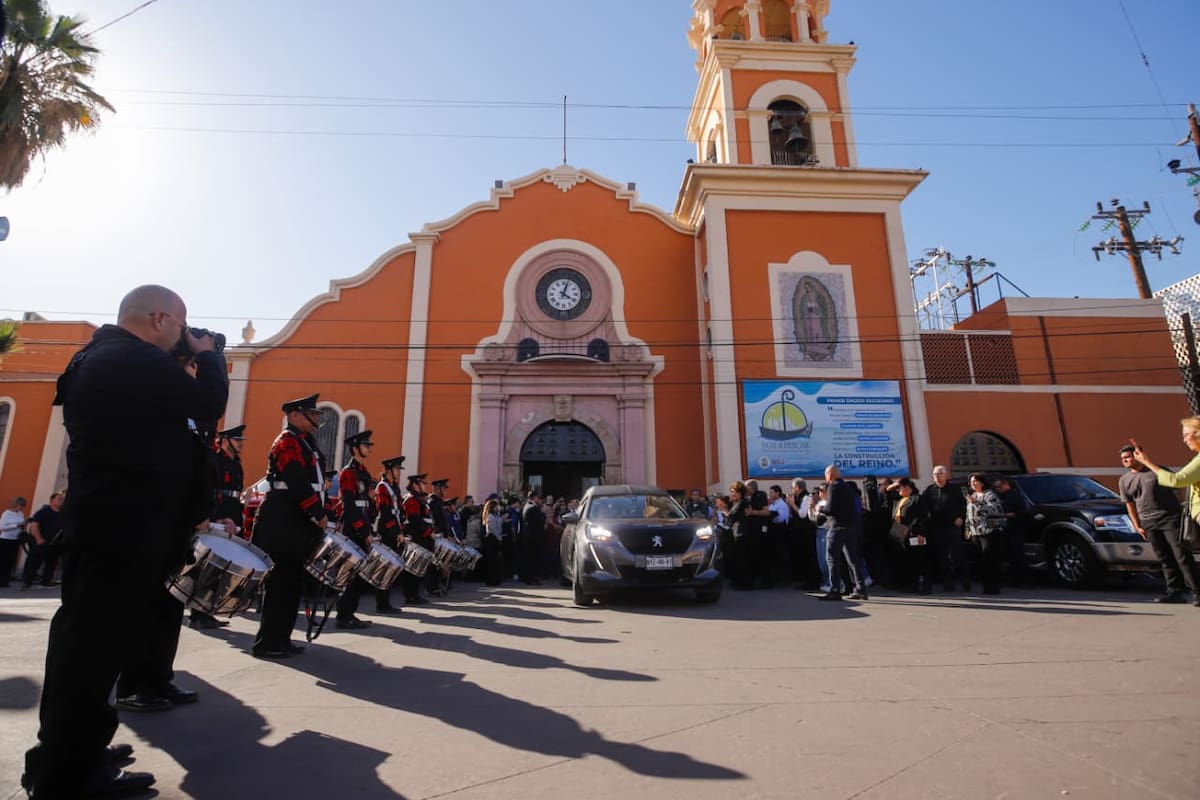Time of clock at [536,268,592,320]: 4:03
